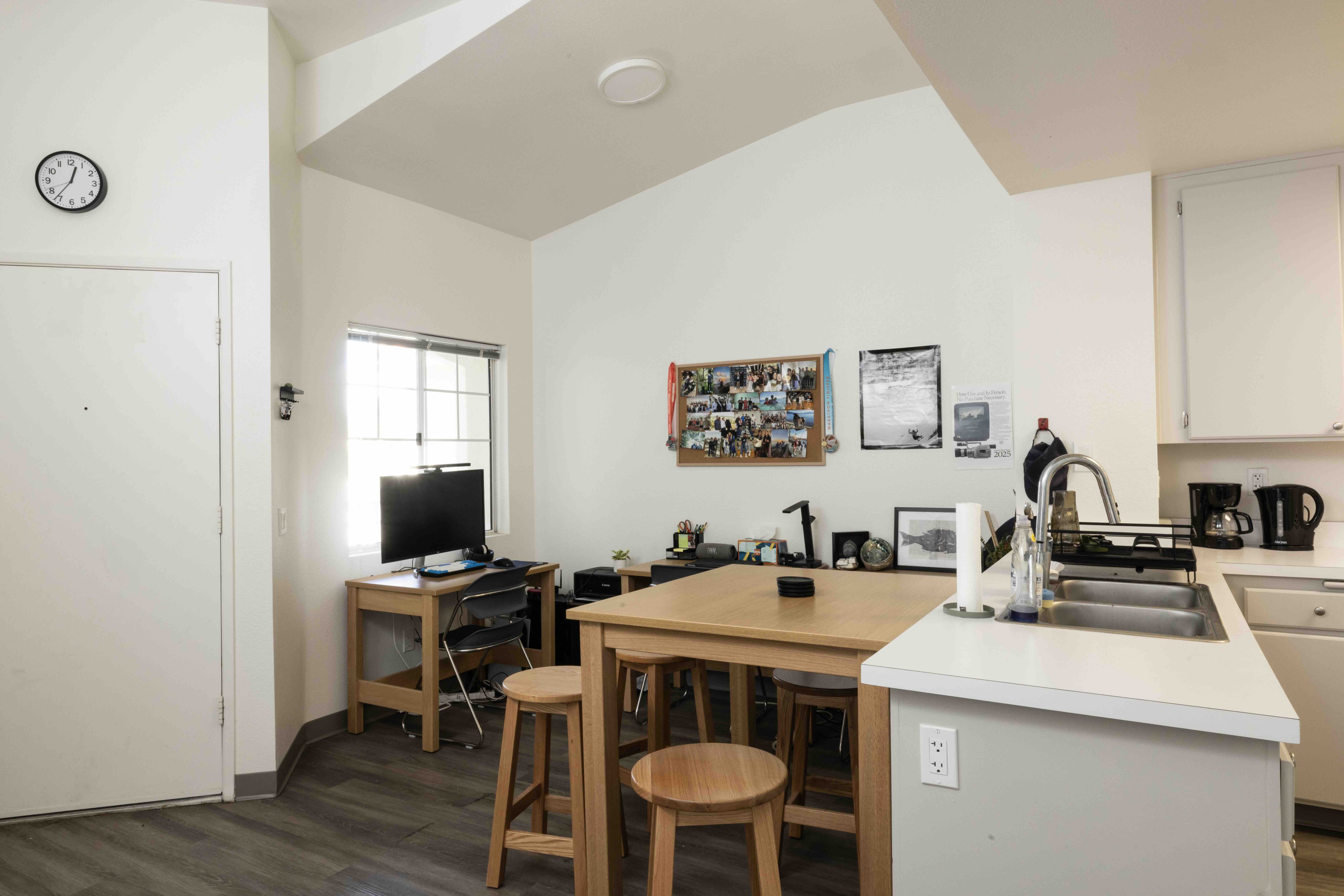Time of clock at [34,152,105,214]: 12:36
